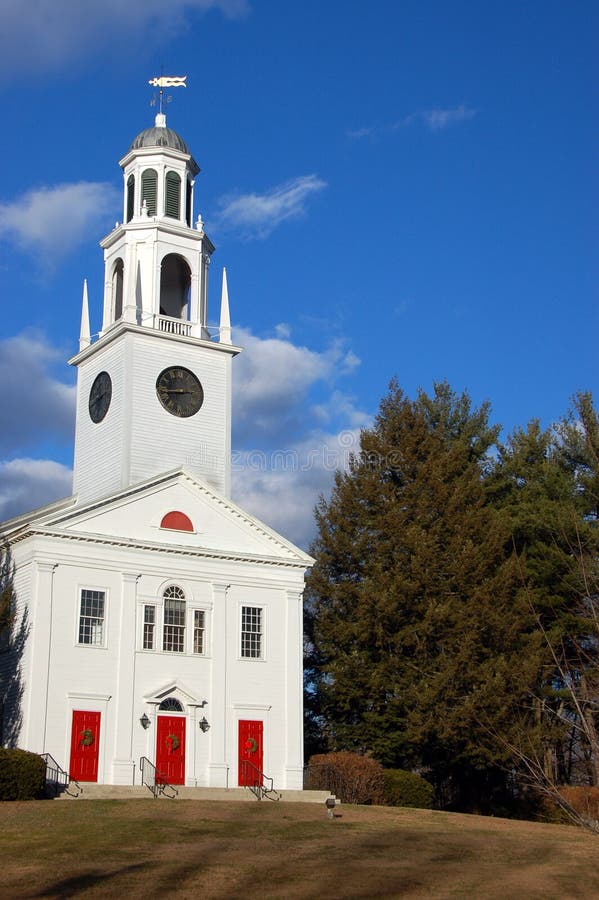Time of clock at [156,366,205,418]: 8:43
